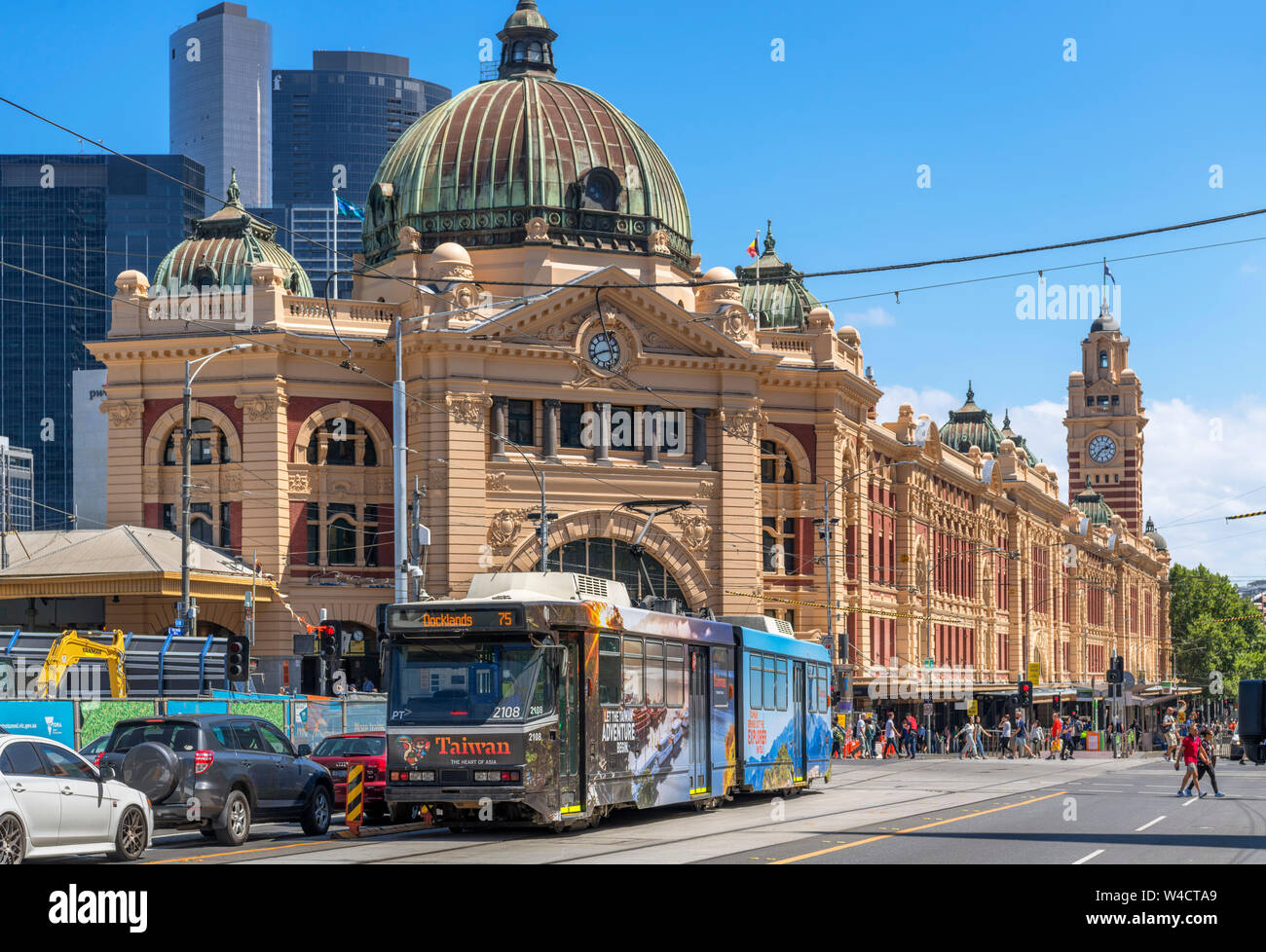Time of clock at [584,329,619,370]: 2:41
